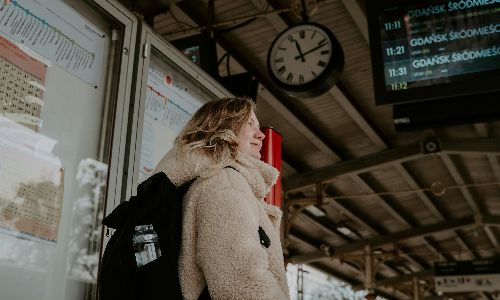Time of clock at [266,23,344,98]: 11:11
